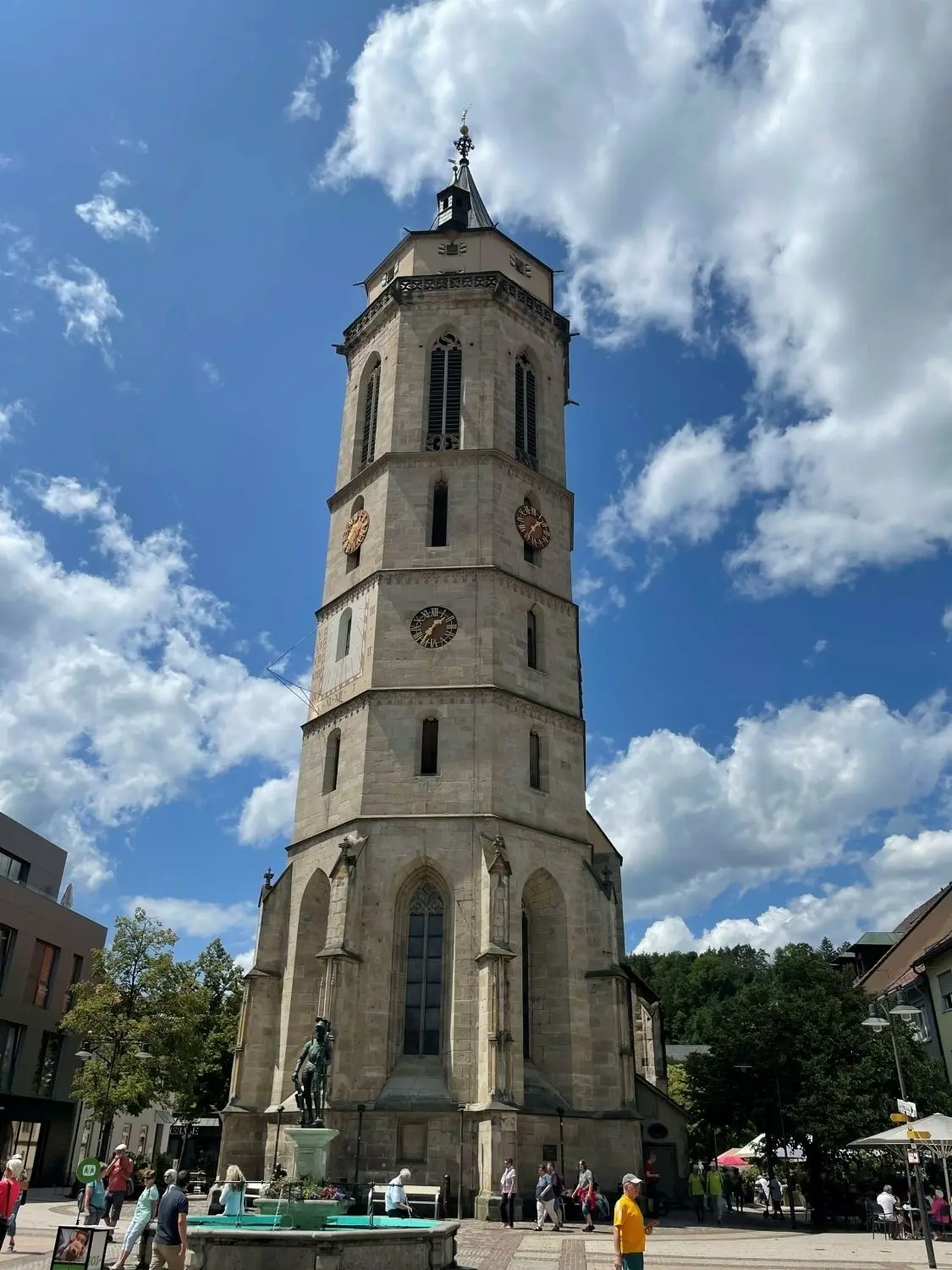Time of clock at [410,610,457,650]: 1:36
